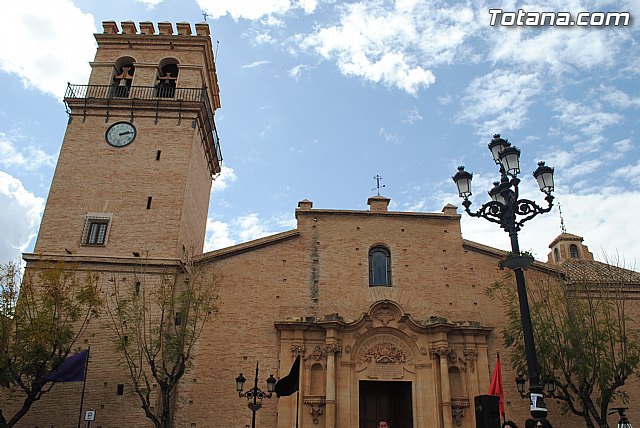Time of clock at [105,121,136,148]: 2:13
